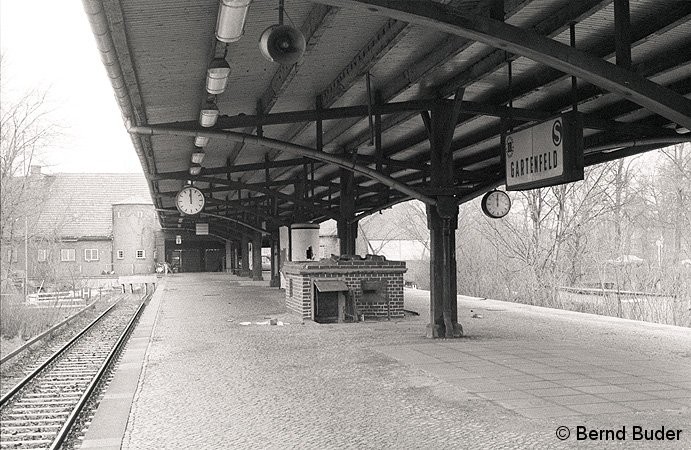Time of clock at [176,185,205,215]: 12:00
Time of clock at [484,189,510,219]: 12:00
